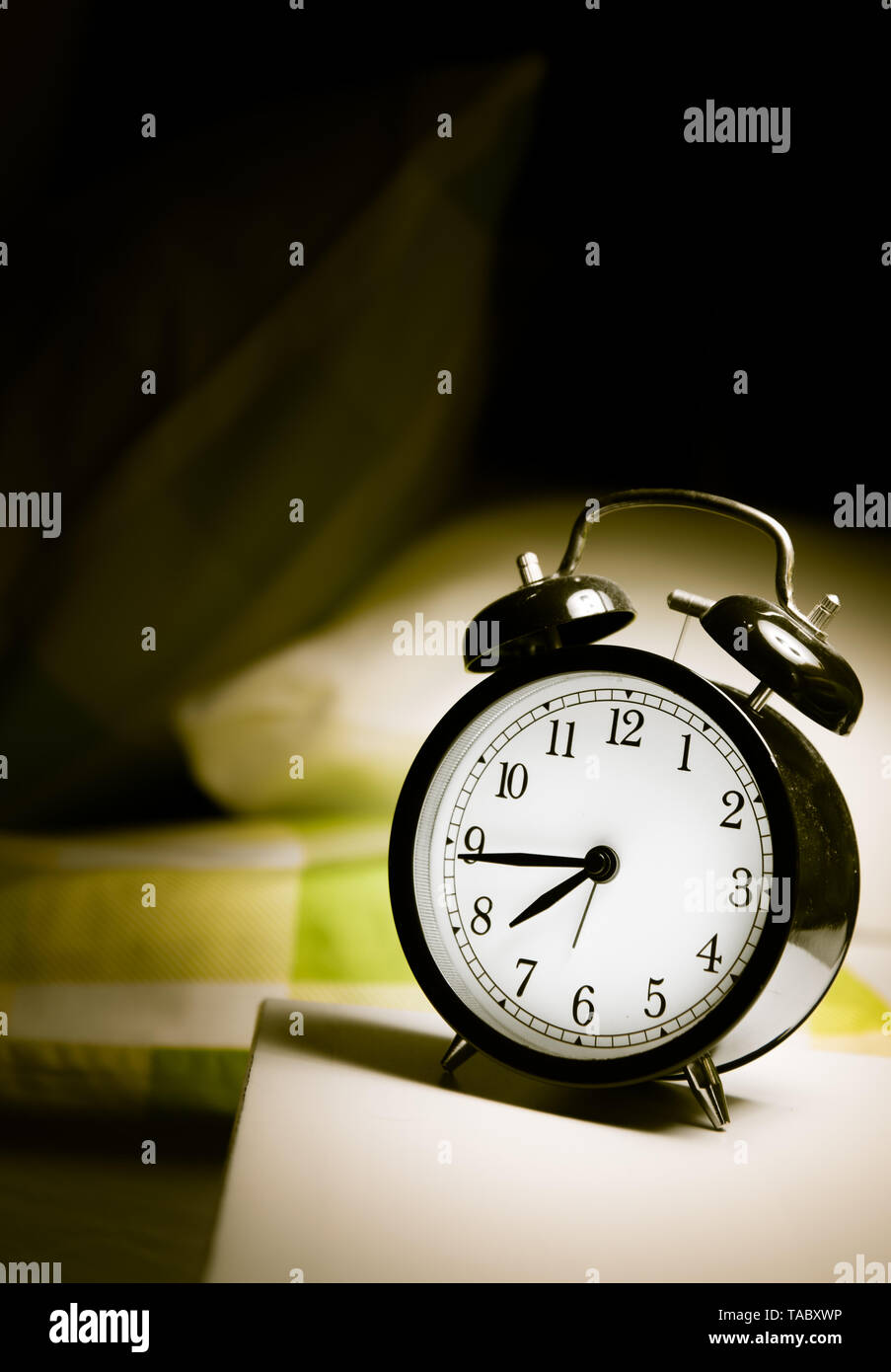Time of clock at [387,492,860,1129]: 7:44
